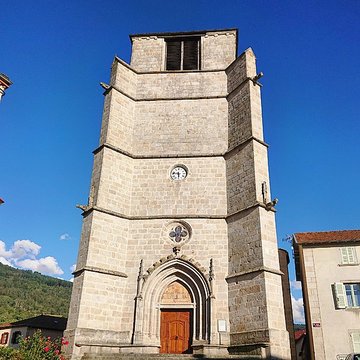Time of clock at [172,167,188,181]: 5:46
